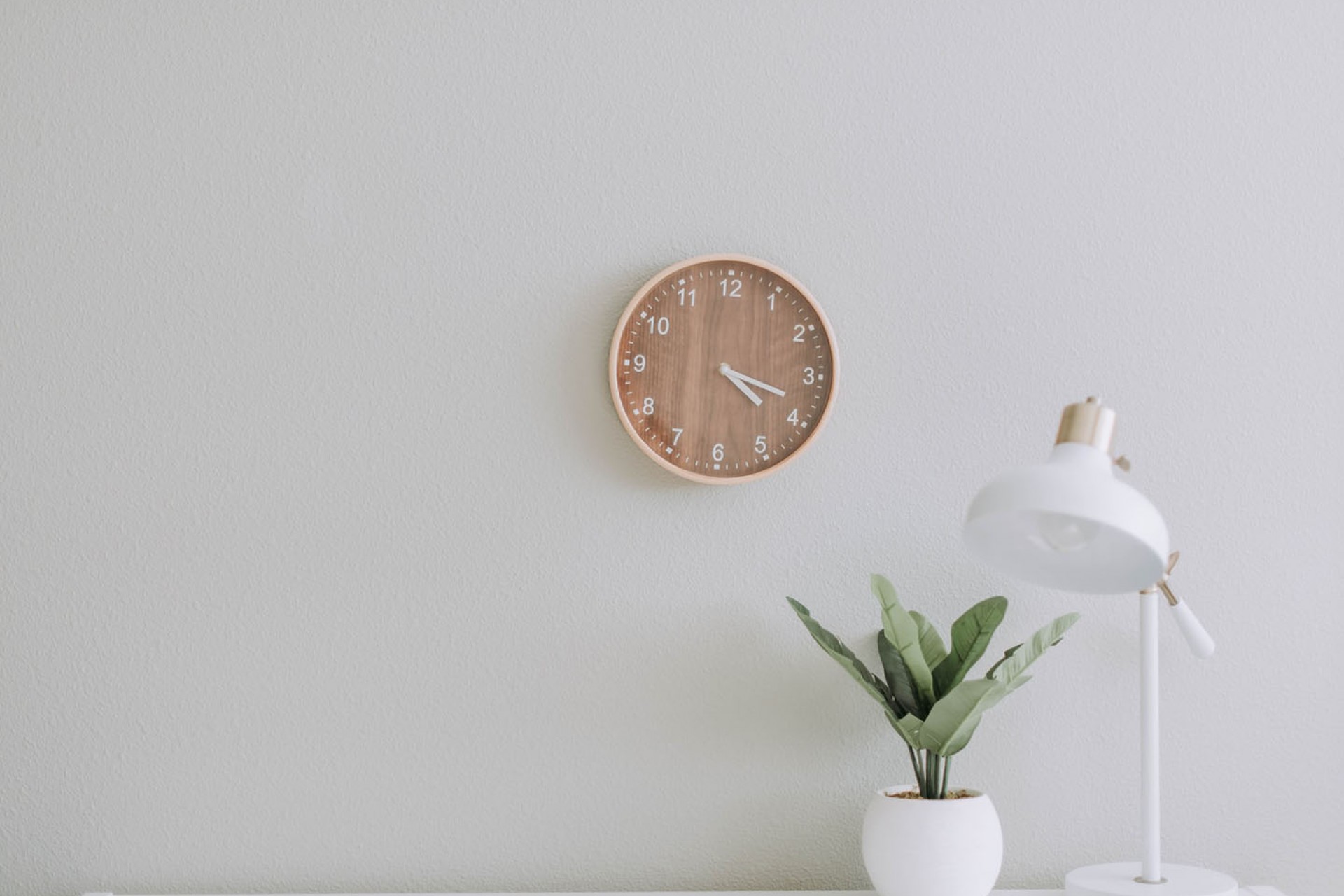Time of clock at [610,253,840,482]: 4:18
